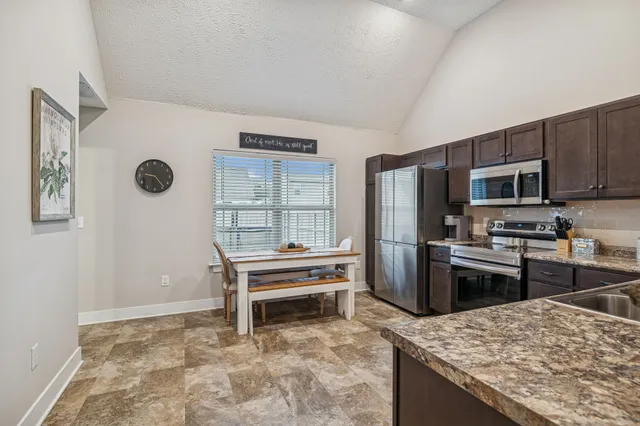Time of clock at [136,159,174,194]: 9:23
